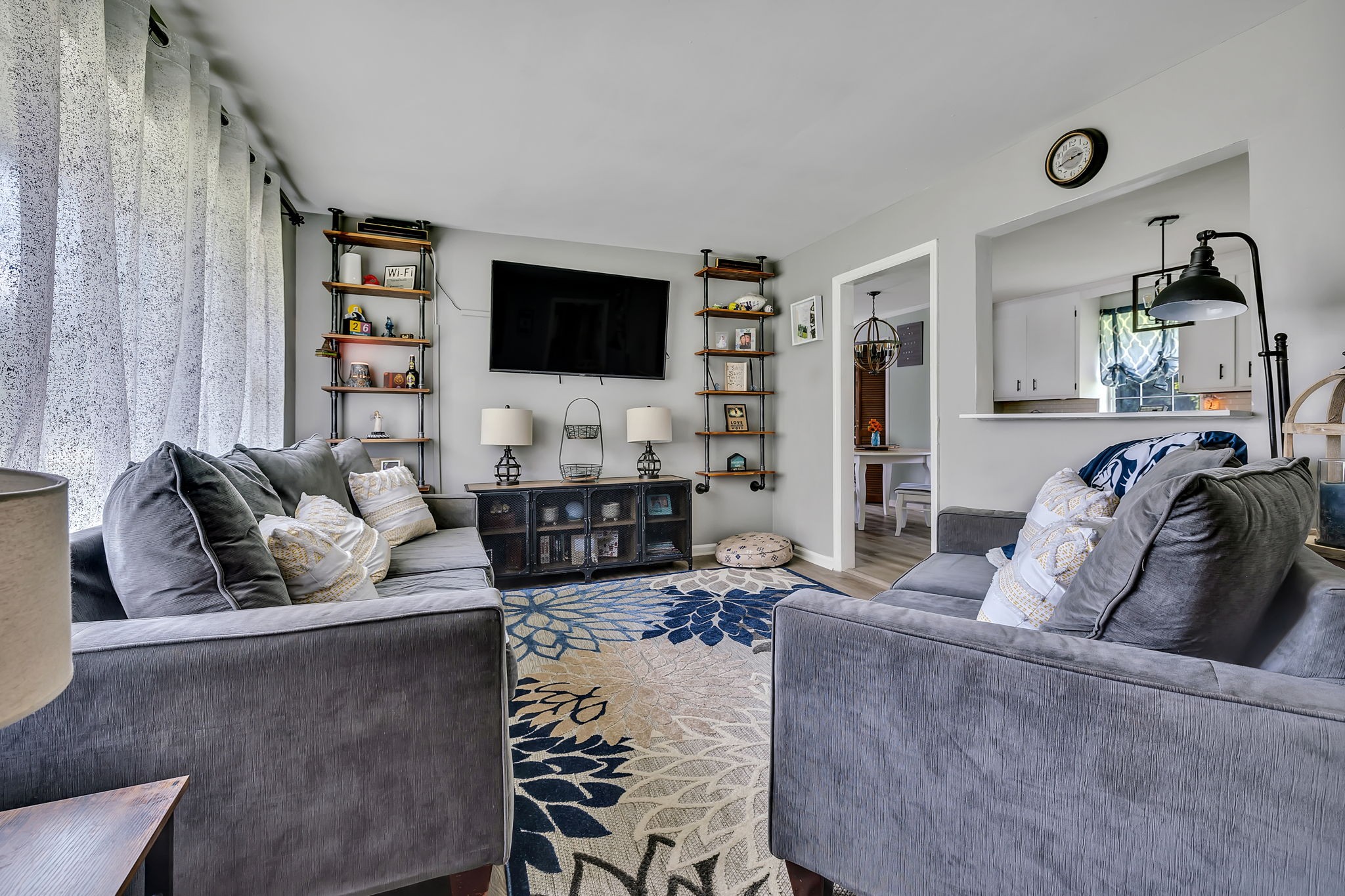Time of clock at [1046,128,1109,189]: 2:42
